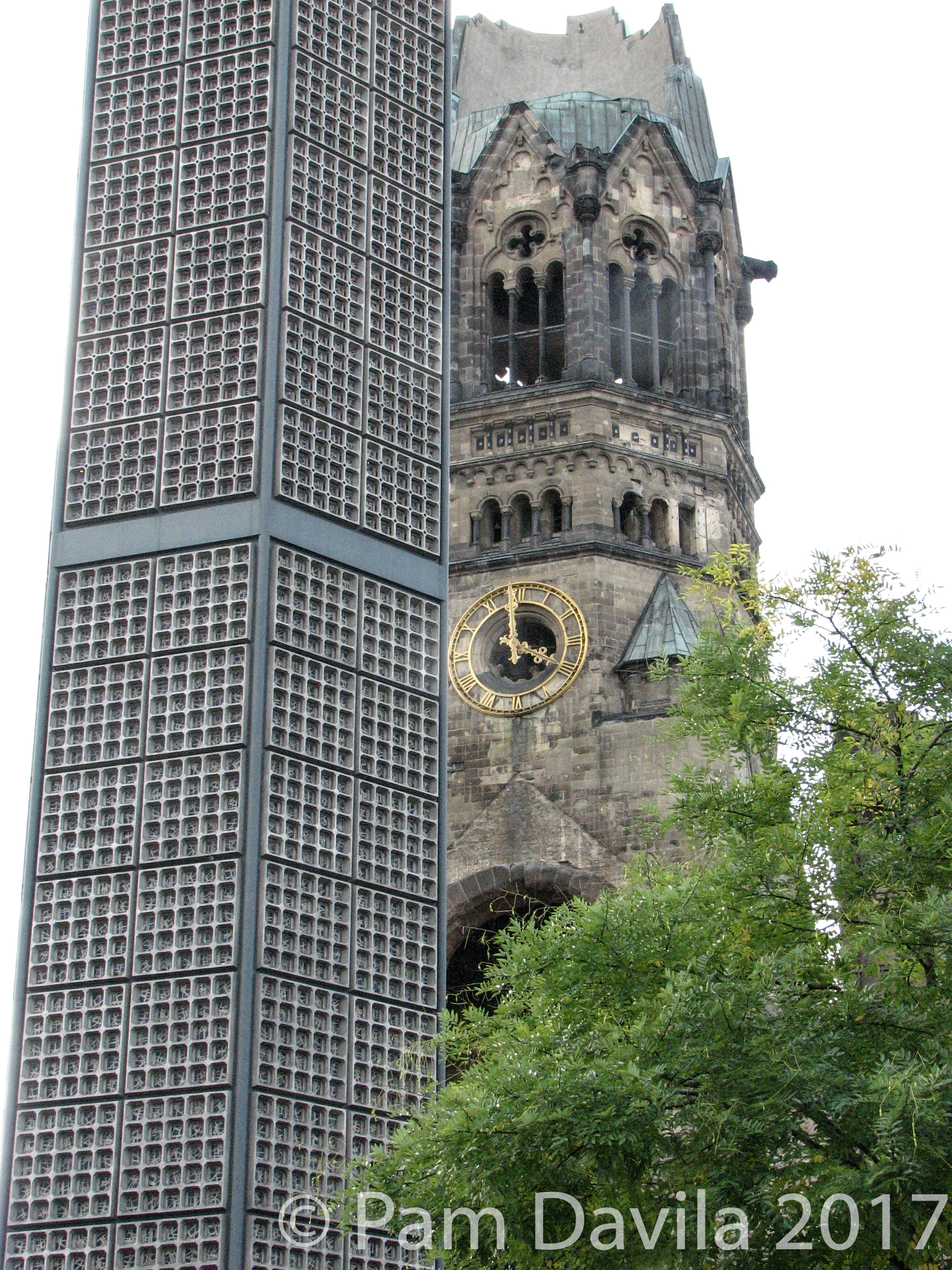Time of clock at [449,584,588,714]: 3:58
